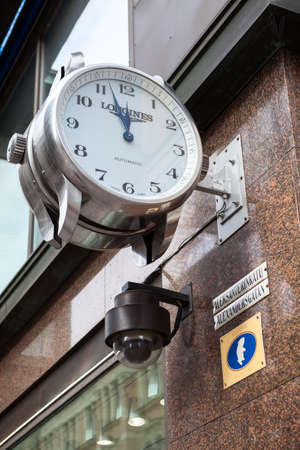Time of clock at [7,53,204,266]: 11:56
